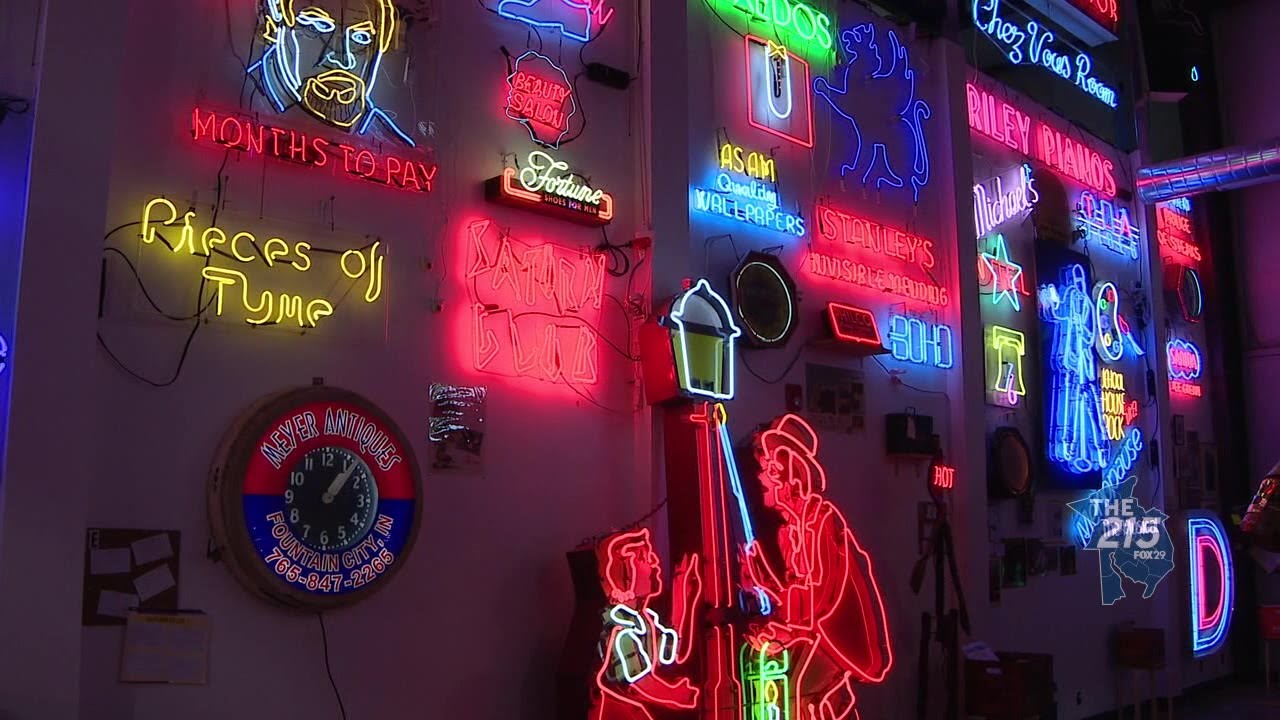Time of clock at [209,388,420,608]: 1:06
